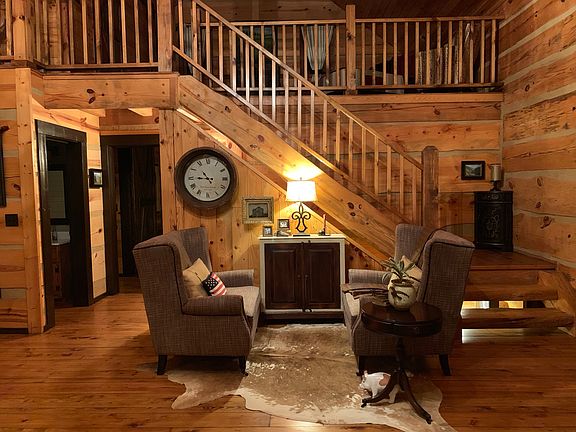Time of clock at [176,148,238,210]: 10:45
